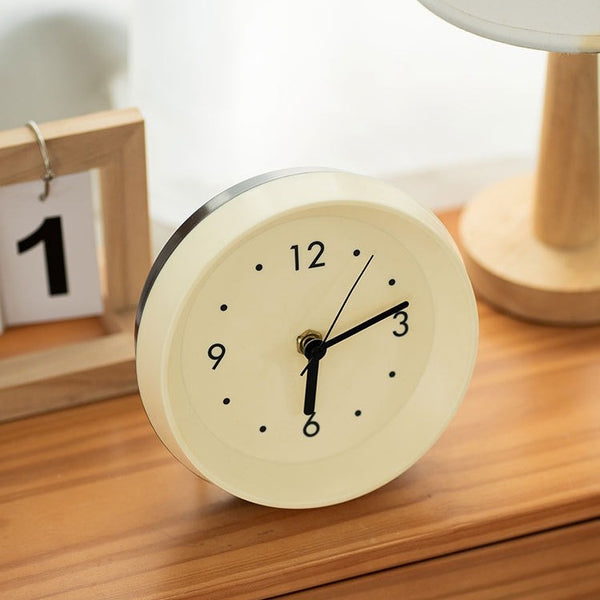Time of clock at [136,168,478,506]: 6:12
